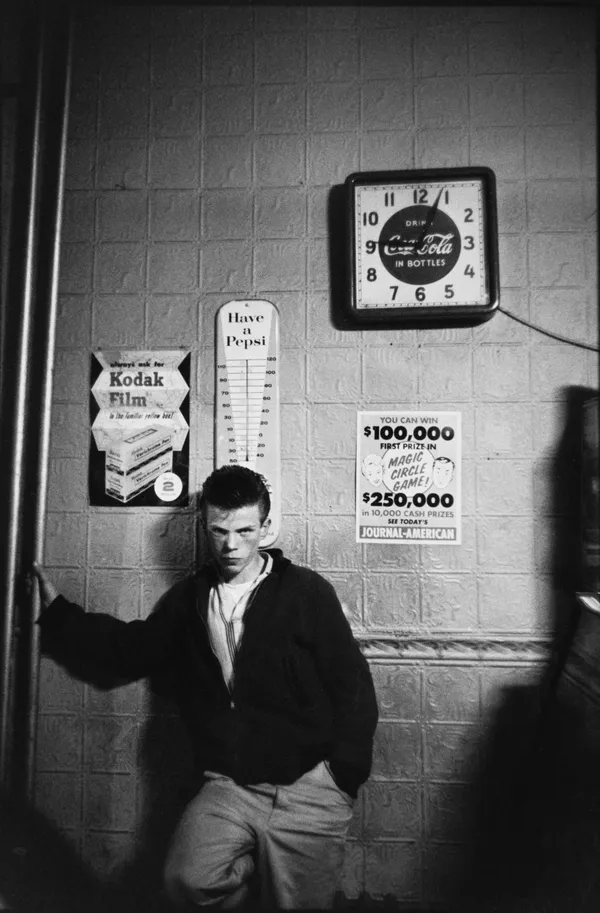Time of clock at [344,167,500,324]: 9:03
